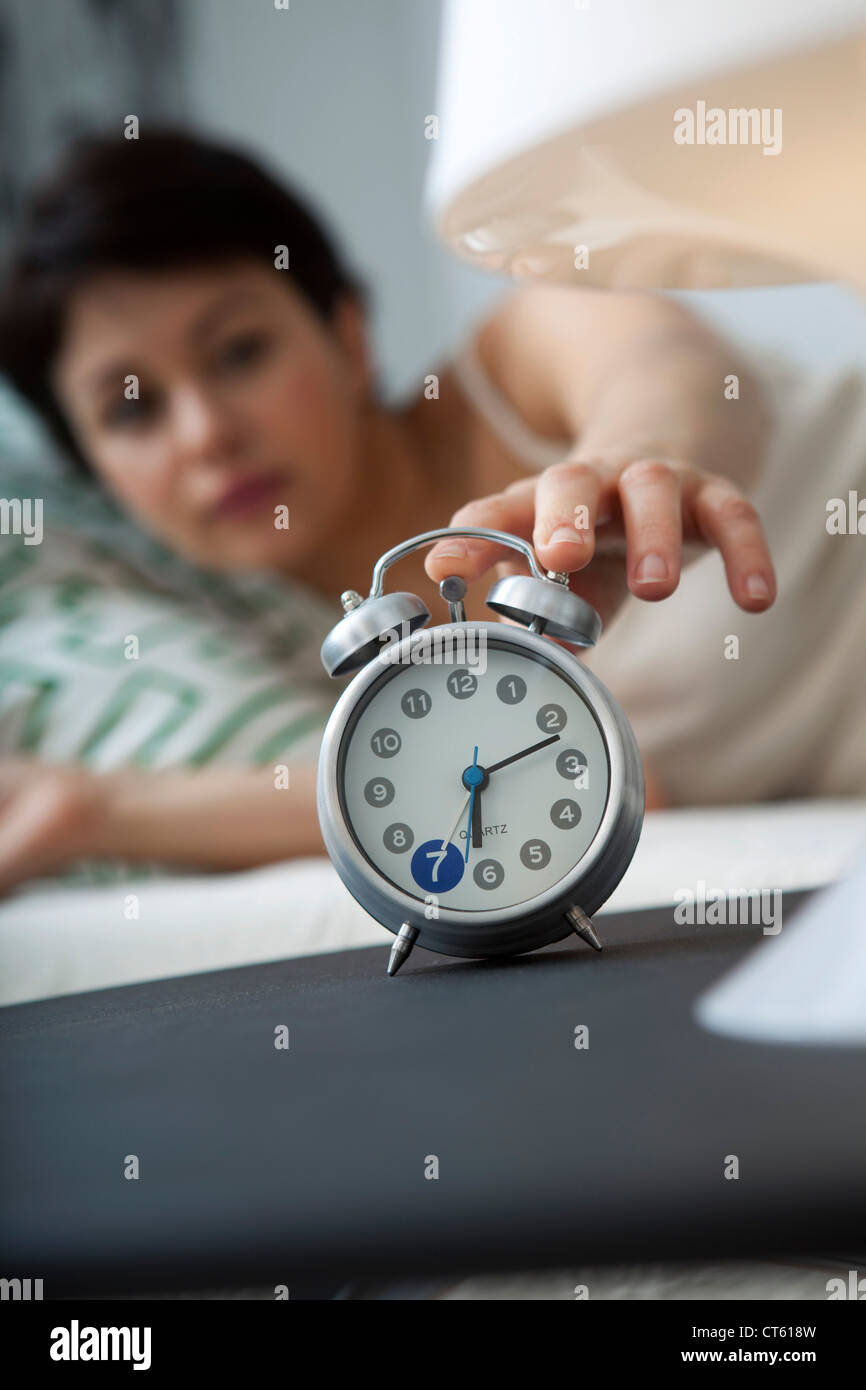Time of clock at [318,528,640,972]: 6:11
